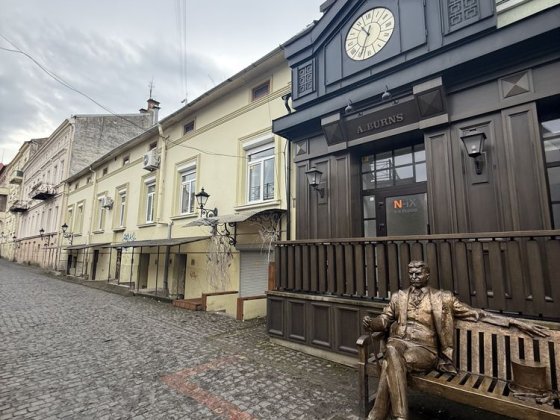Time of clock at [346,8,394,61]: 10:34
